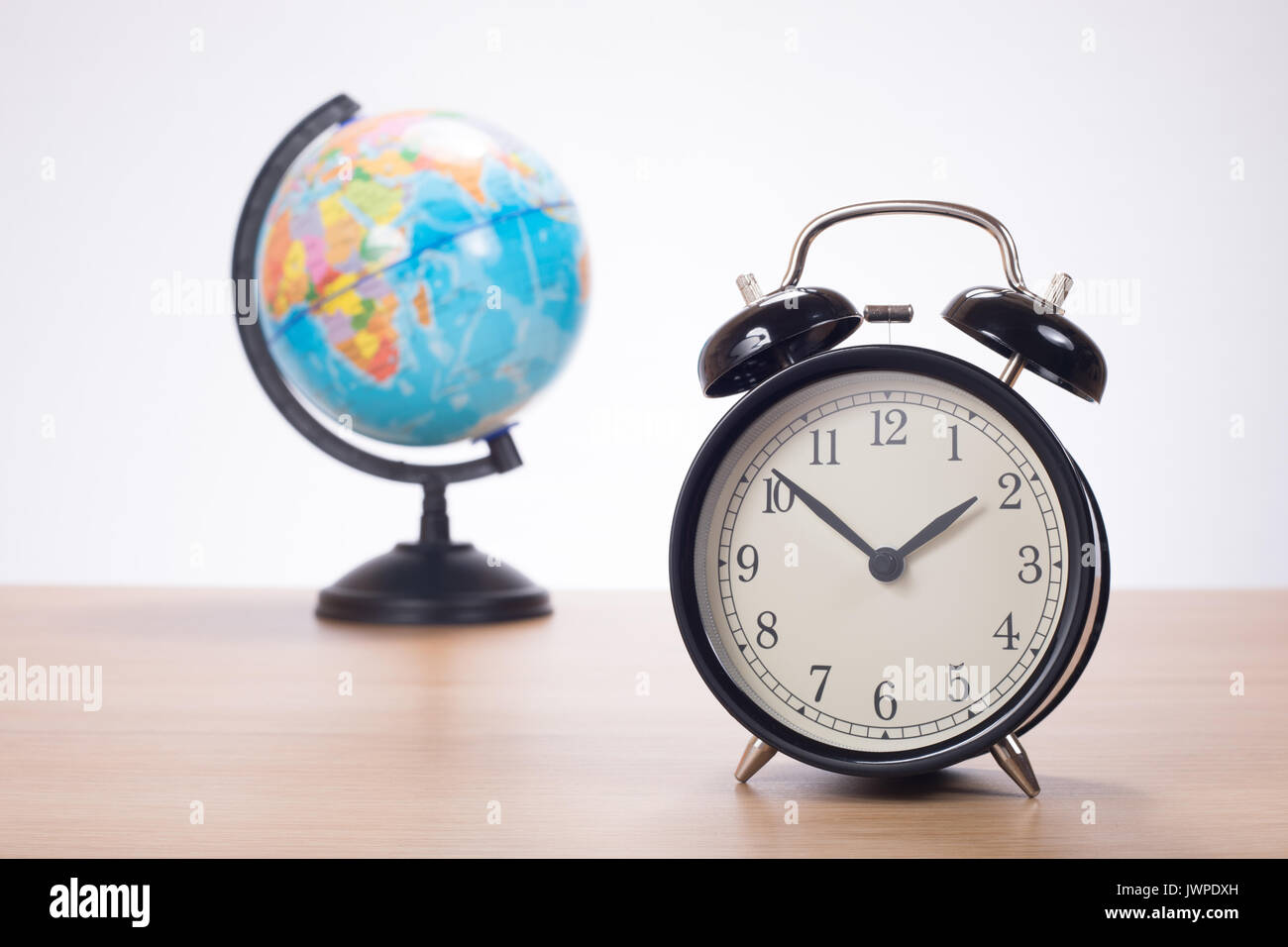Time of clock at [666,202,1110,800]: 1:51
